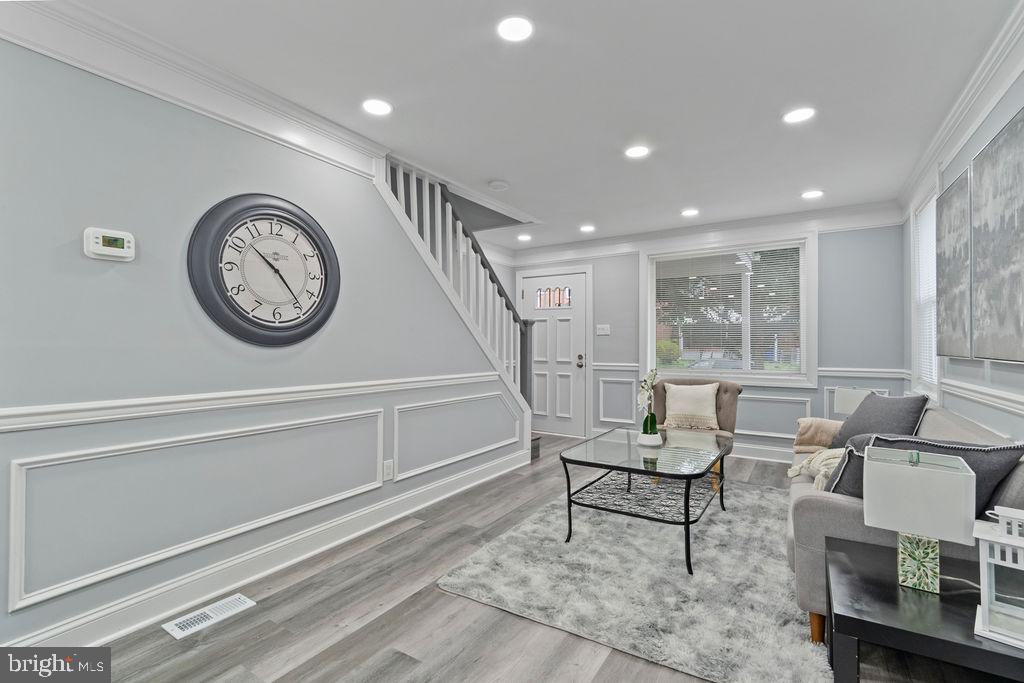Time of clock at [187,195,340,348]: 10:24
